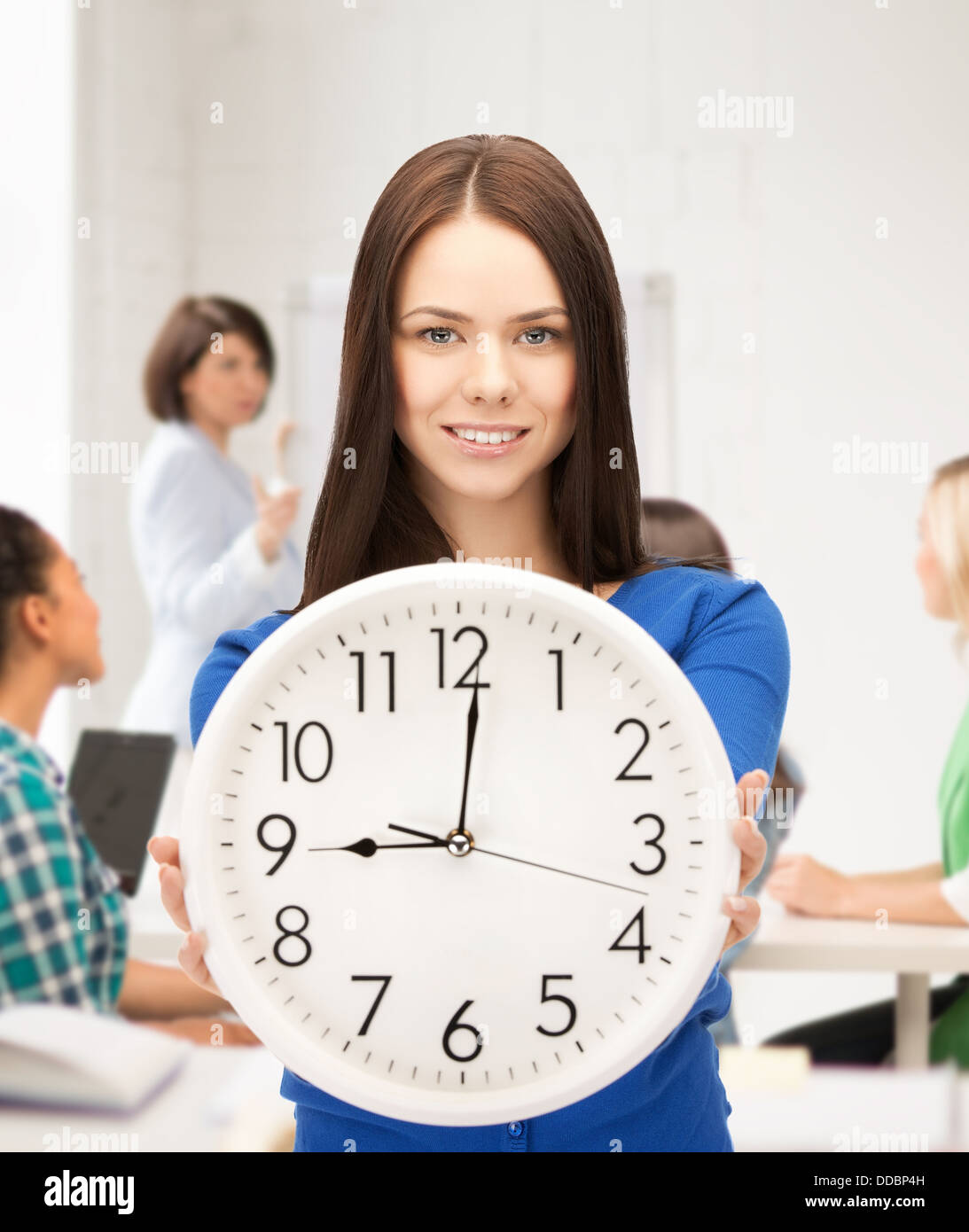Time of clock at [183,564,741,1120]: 9:01
